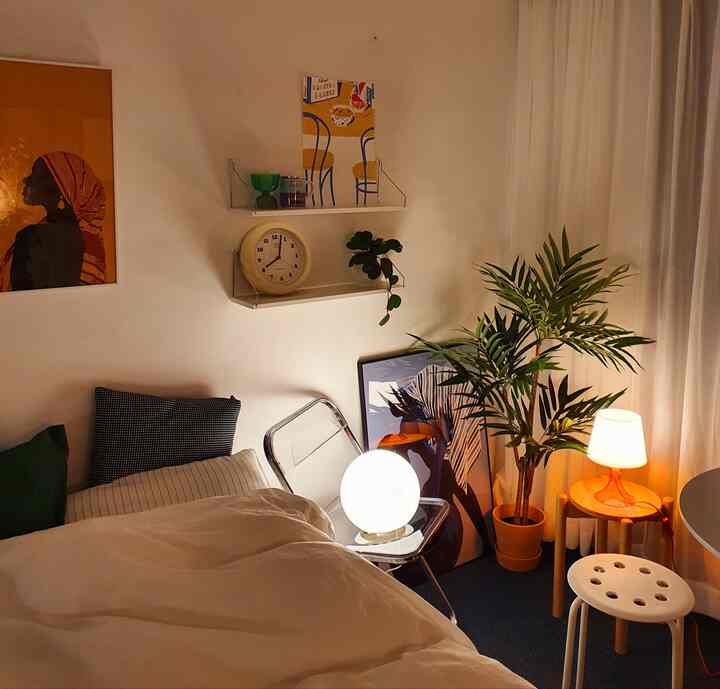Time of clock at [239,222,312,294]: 8:02
